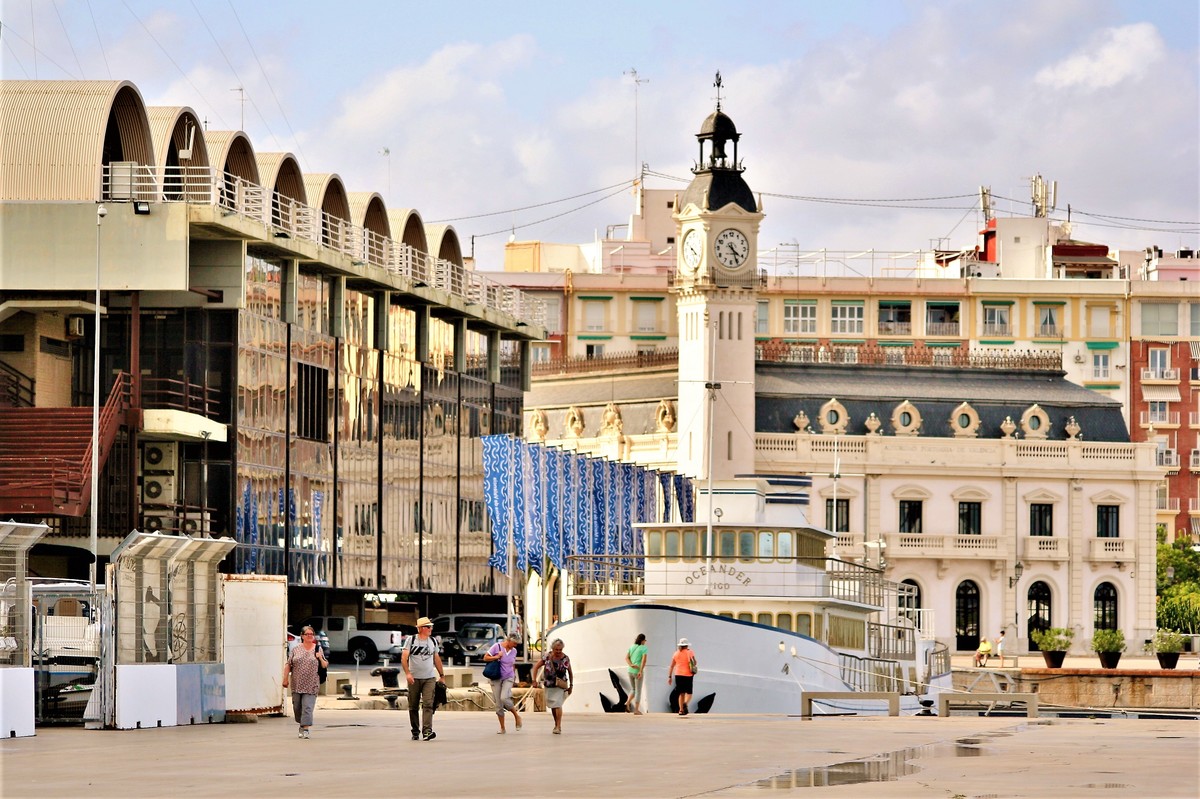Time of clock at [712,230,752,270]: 4:26
